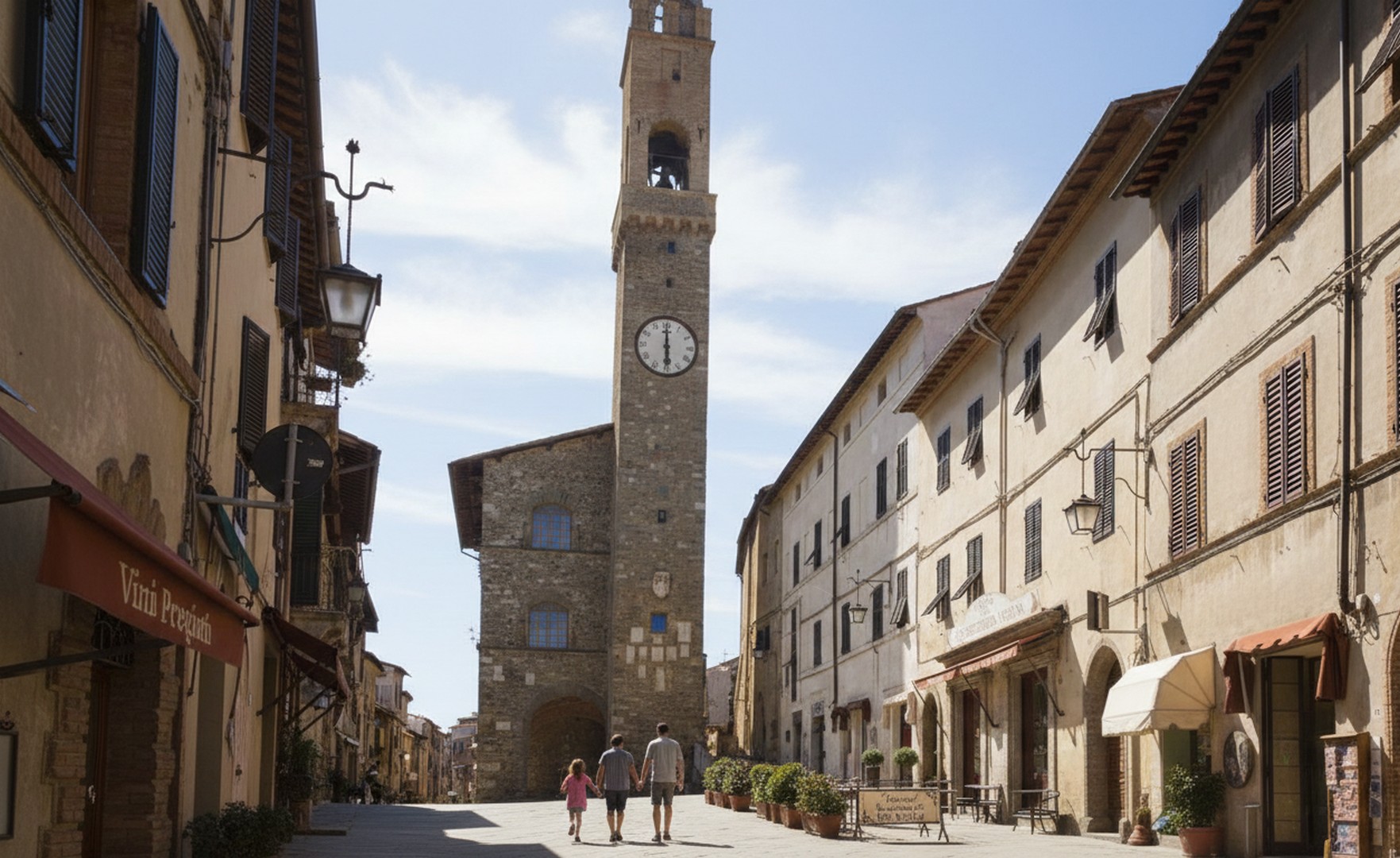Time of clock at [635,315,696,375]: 5:59
